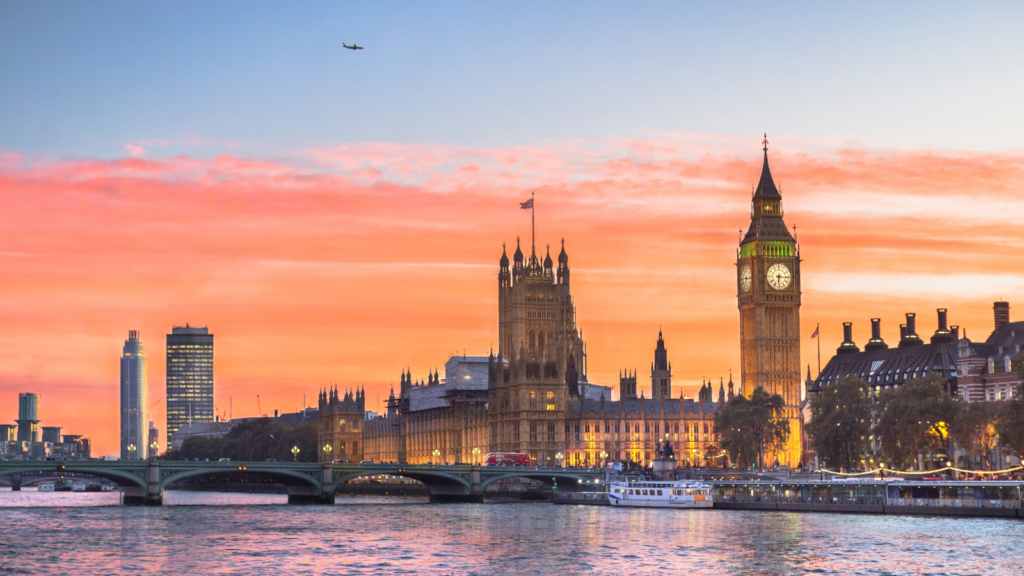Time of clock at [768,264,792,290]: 6:15
